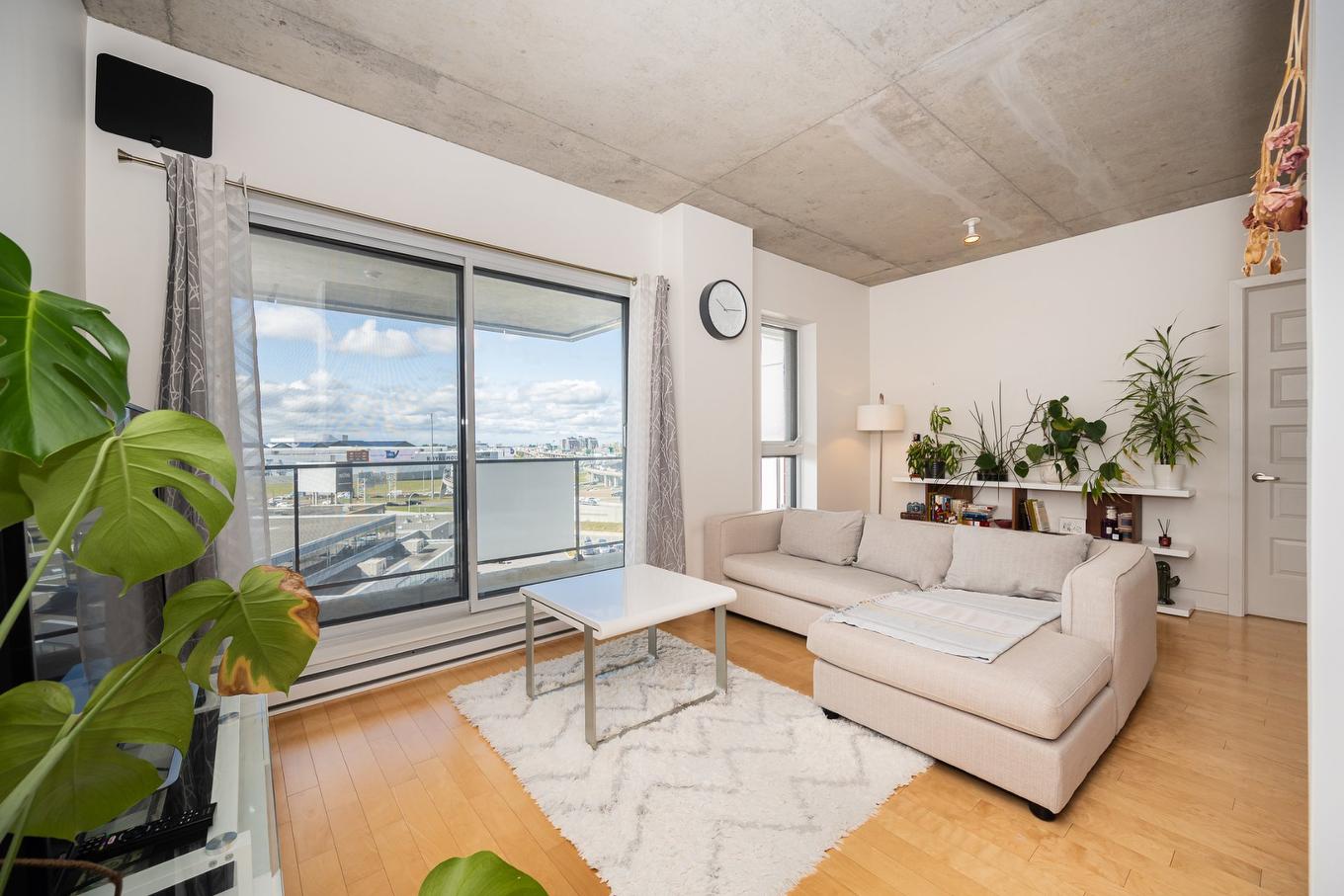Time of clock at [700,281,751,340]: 10:14
